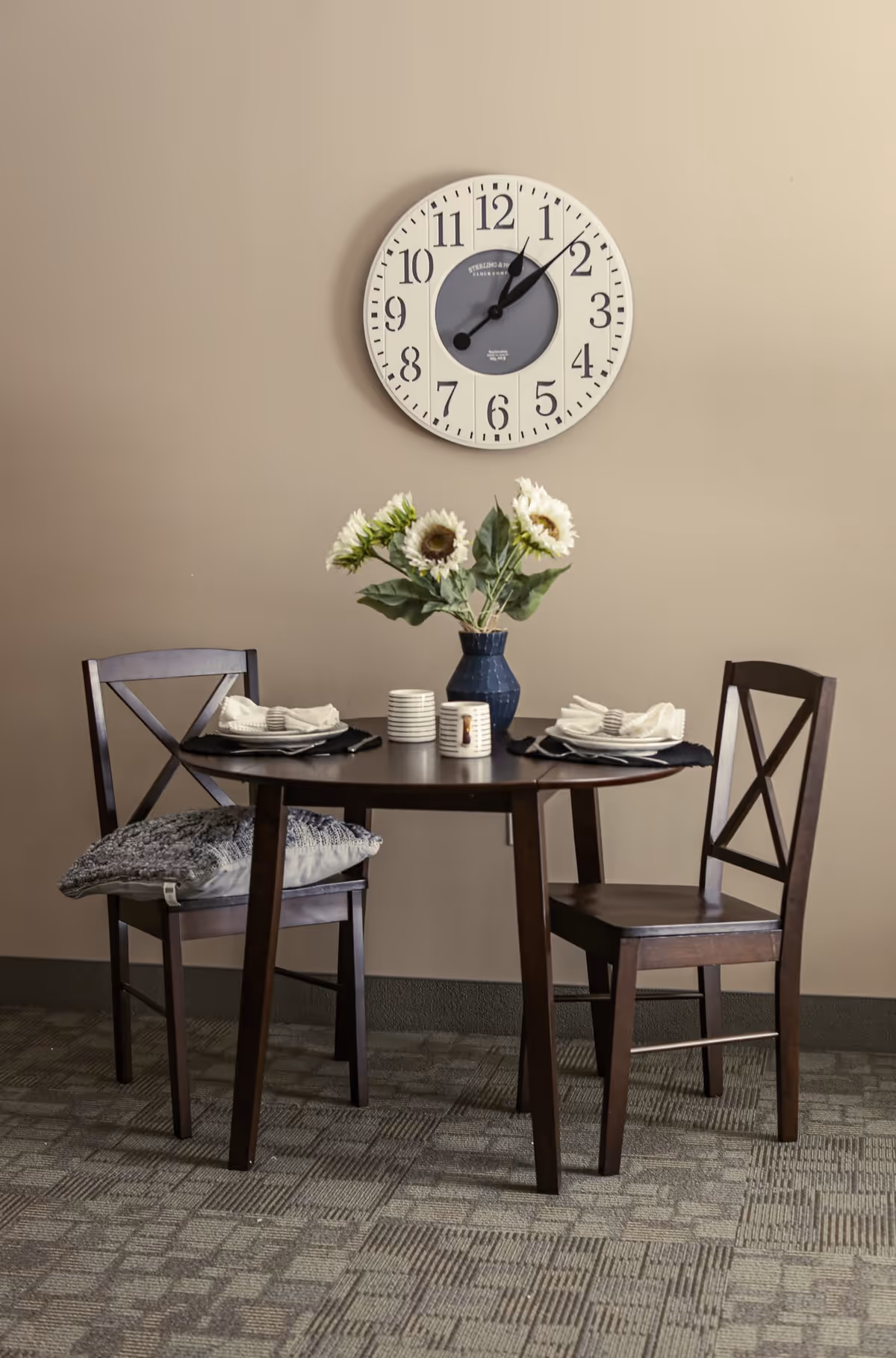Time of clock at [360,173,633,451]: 1:08
